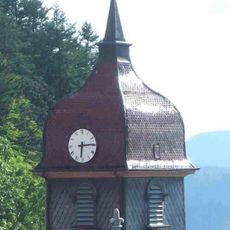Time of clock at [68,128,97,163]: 6:14
